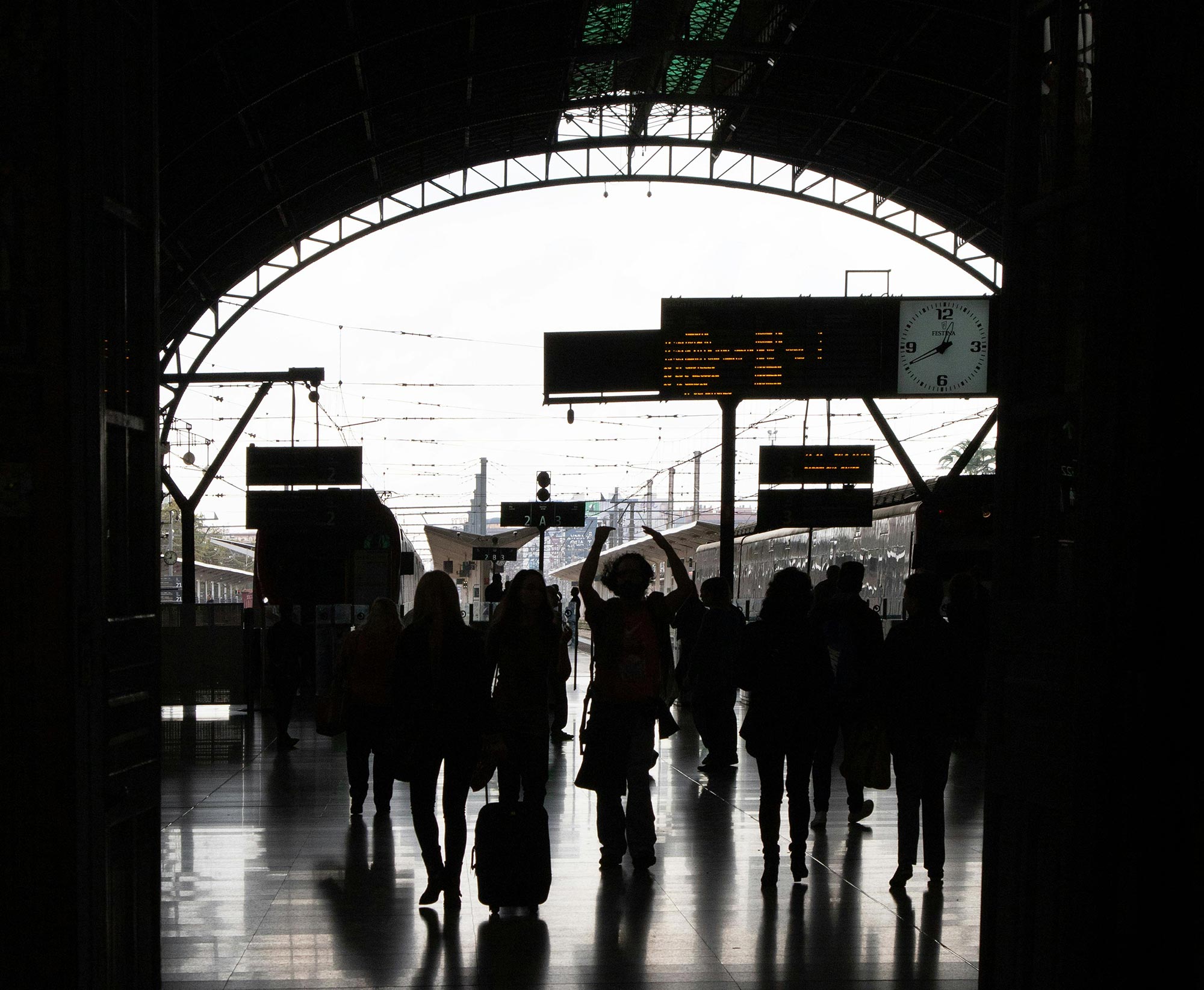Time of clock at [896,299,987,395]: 12:40
